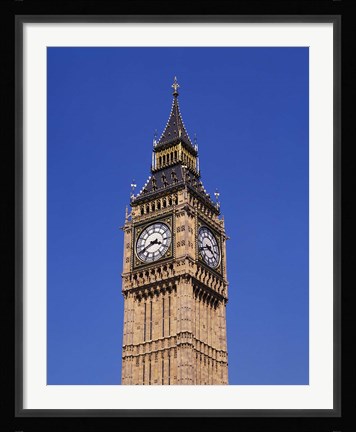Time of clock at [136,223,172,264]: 3:40
